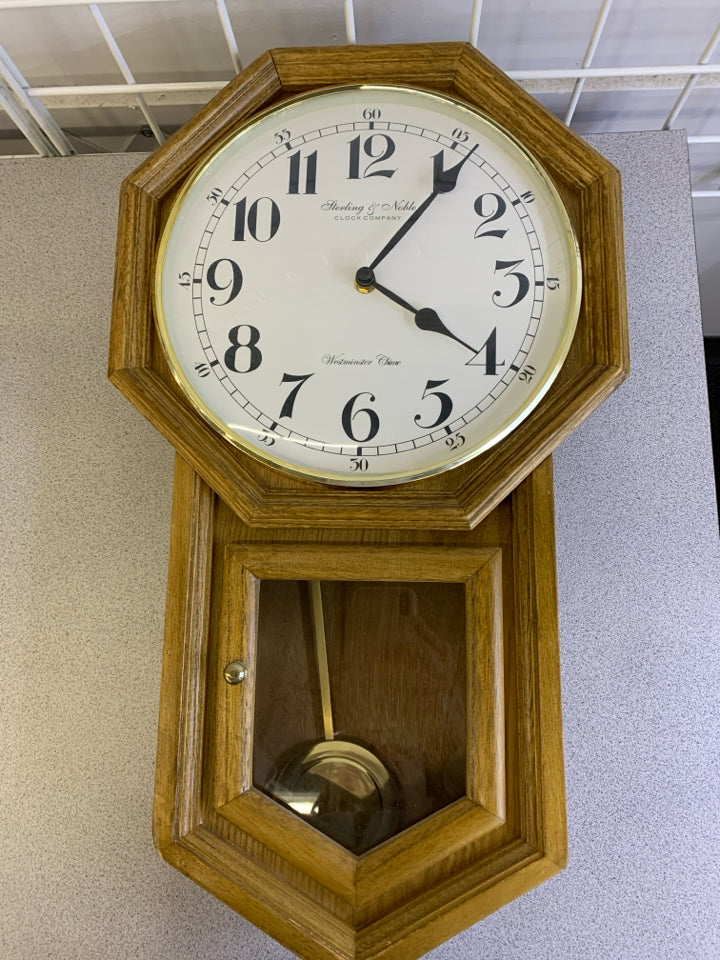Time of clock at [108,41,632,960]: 4:06
